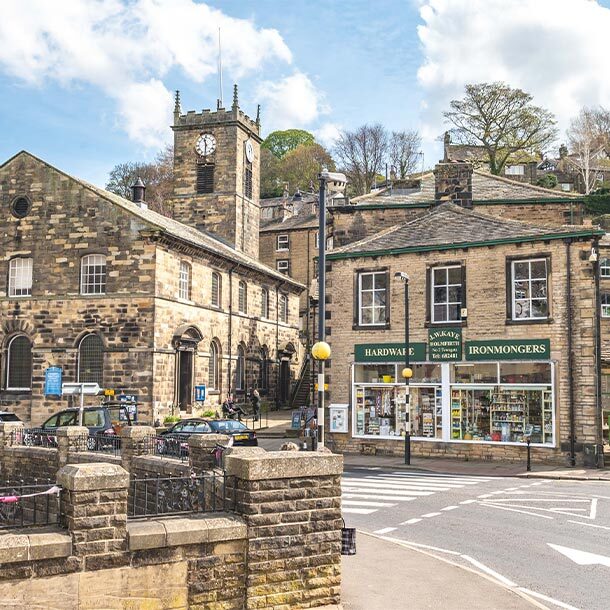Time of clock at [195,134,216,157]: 11:30
